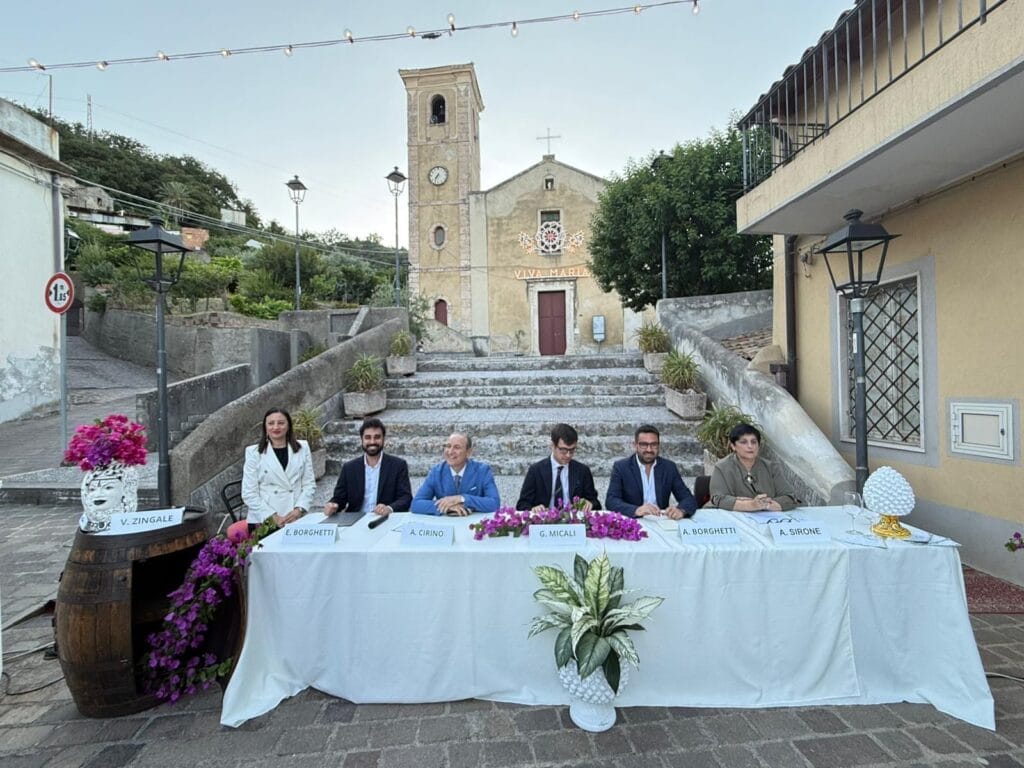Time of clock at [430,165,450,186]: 7:34
